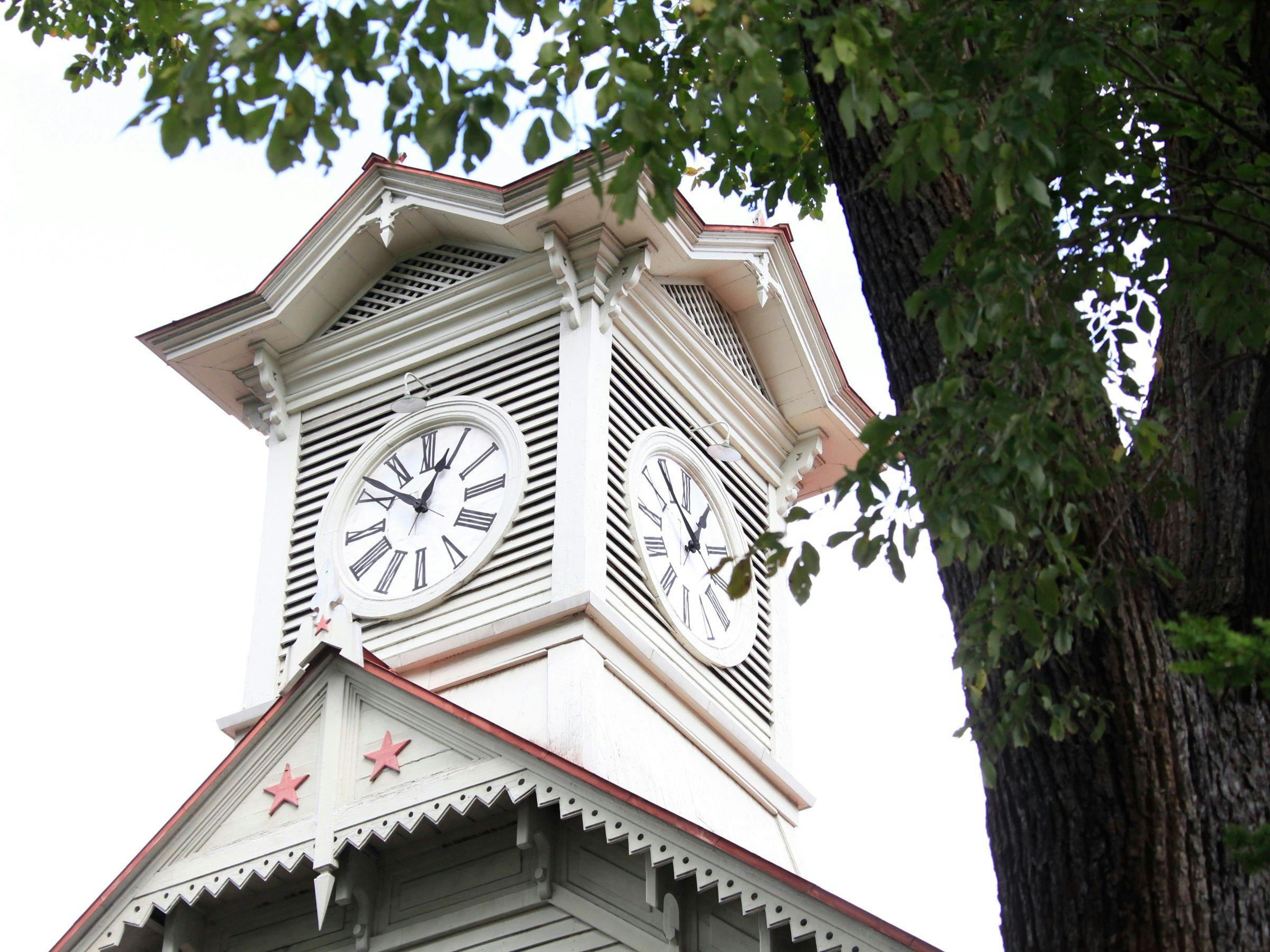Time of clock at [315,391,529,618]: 12:52
